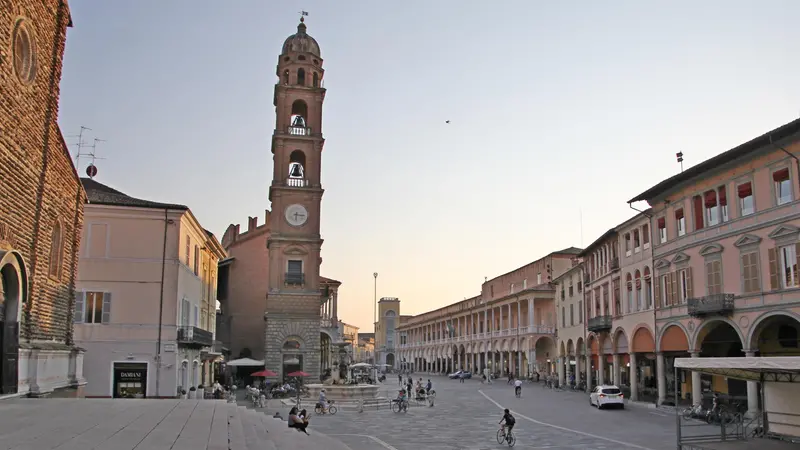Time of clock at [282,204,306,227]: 6:15
